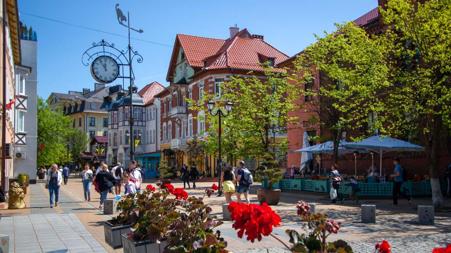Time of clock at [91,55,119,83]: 11:54
